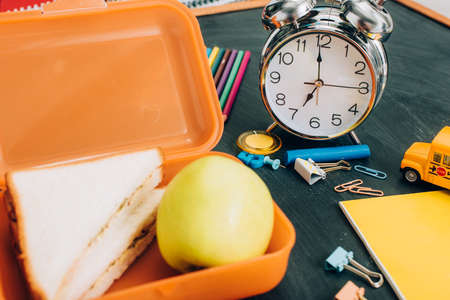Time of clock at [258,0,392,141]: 6:59
